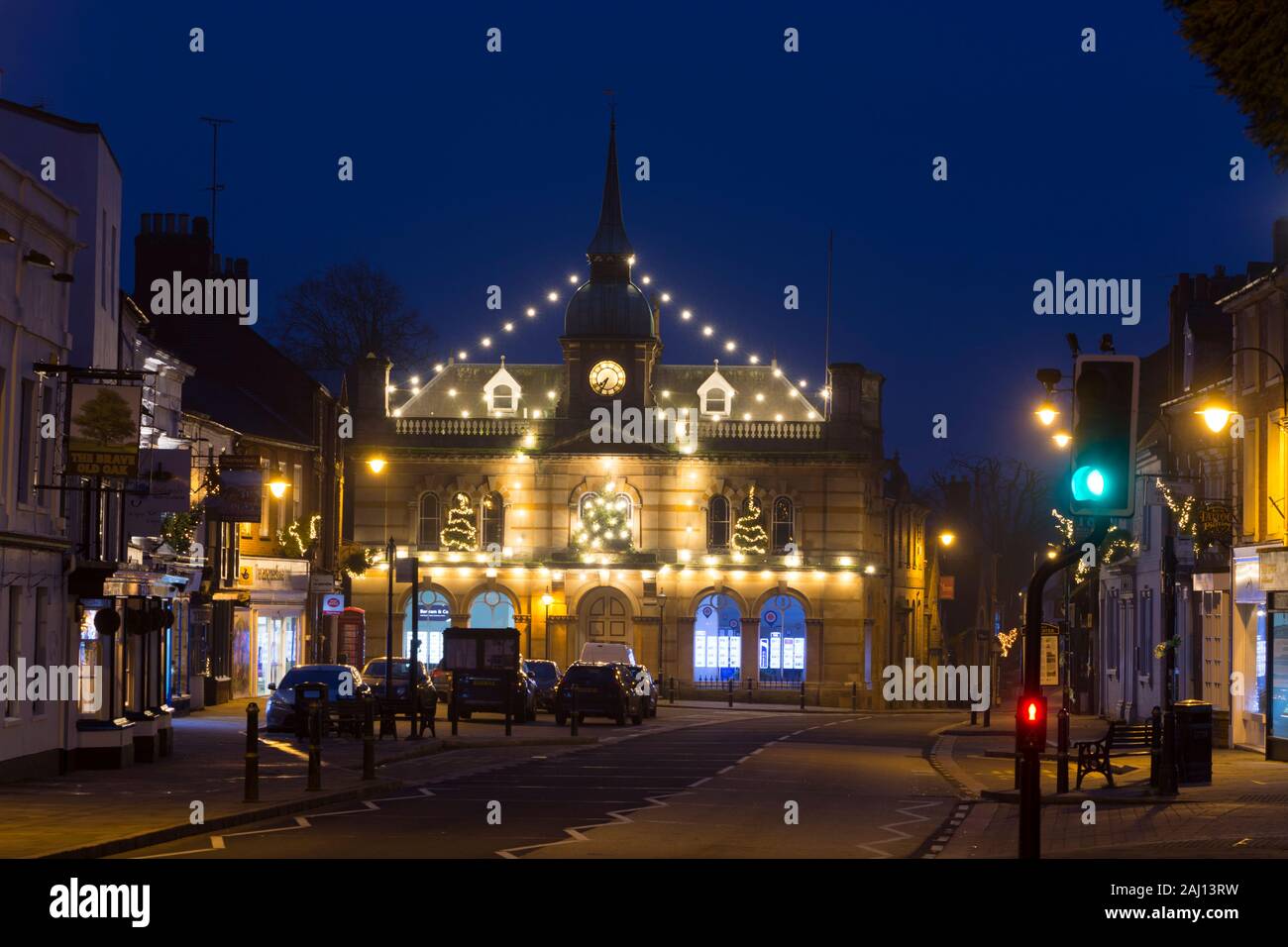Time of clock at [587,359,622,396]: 7:34
